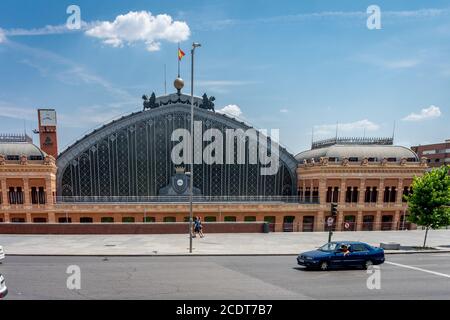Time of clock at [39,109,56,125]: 3:43
